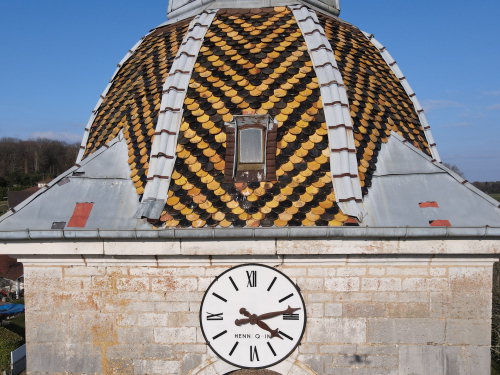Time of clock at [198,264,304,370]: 4:13
